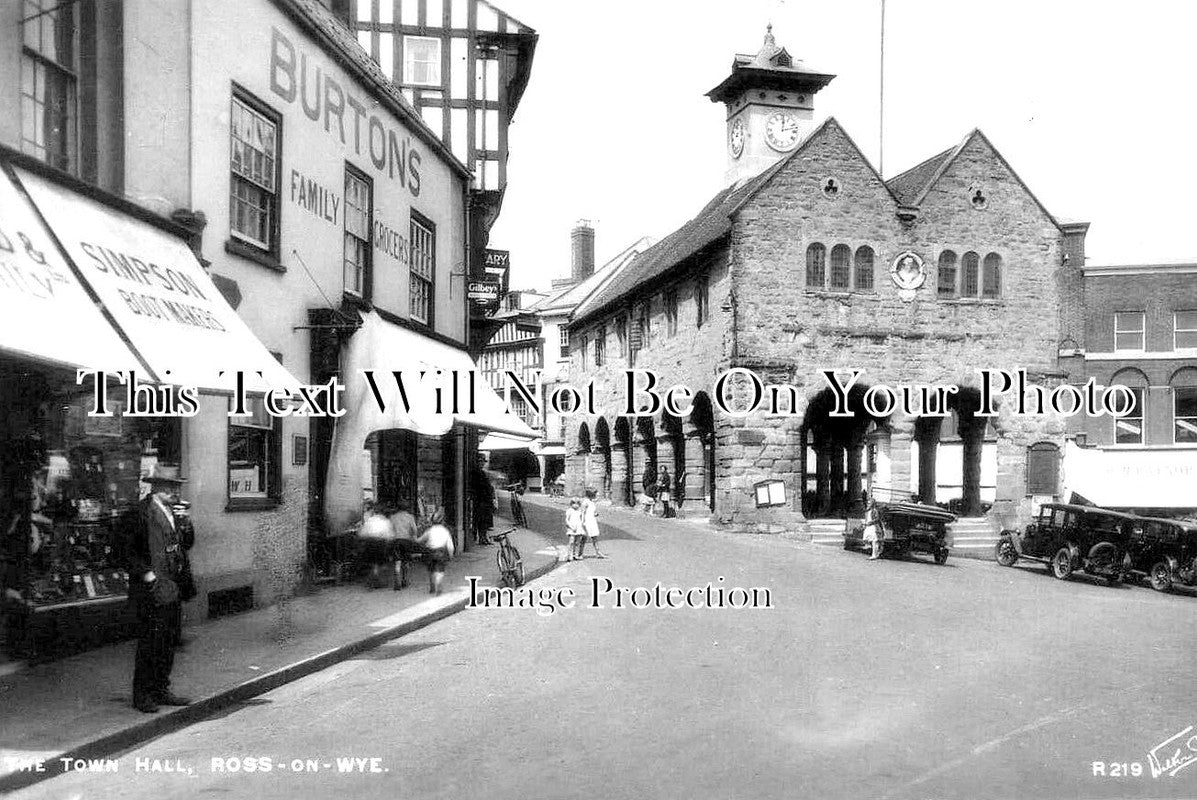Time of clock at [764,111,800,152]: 12:12
